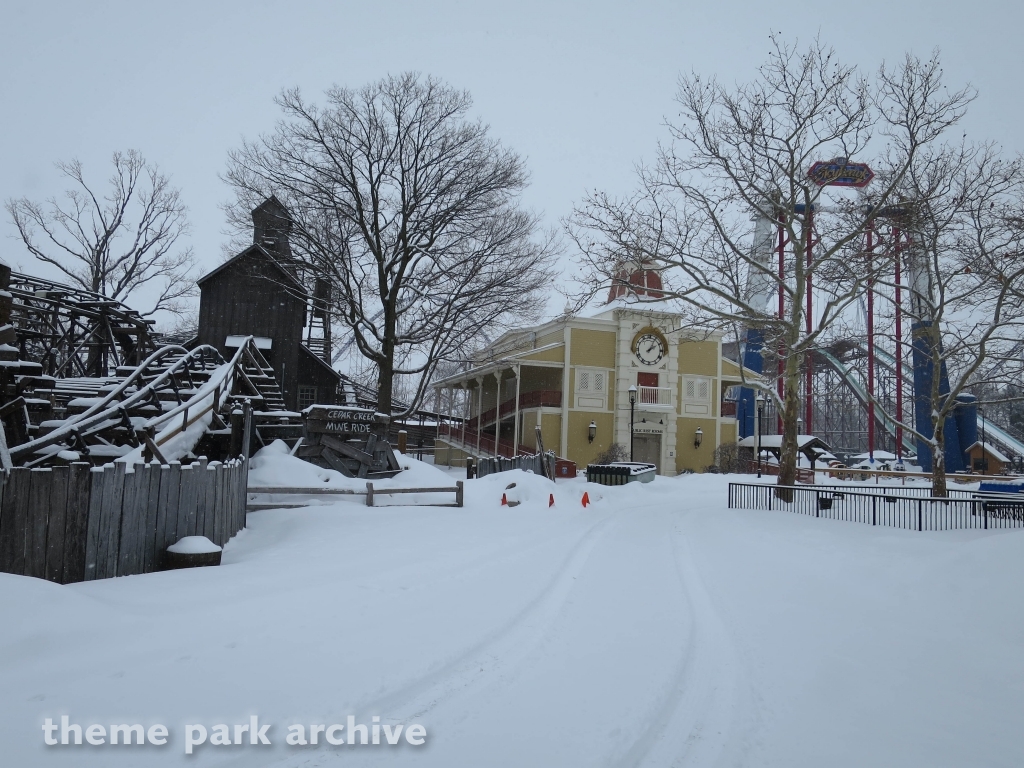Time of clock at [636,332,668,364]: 2:04
